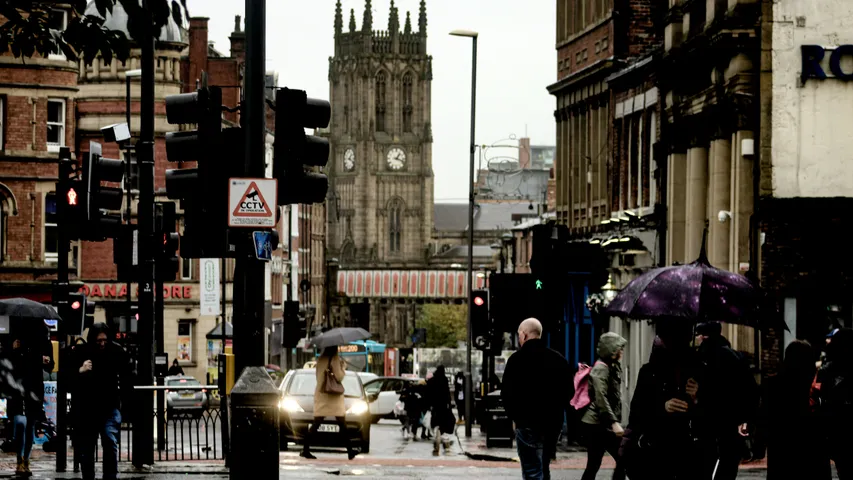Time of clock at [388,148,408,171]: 1:18
